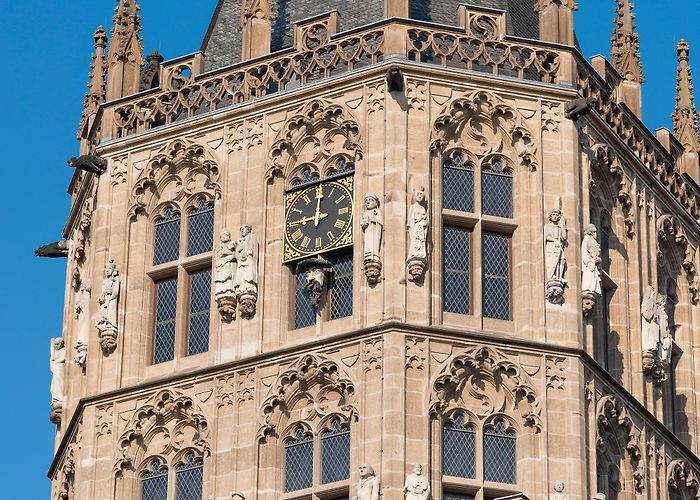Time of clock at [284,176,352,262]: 9:00
